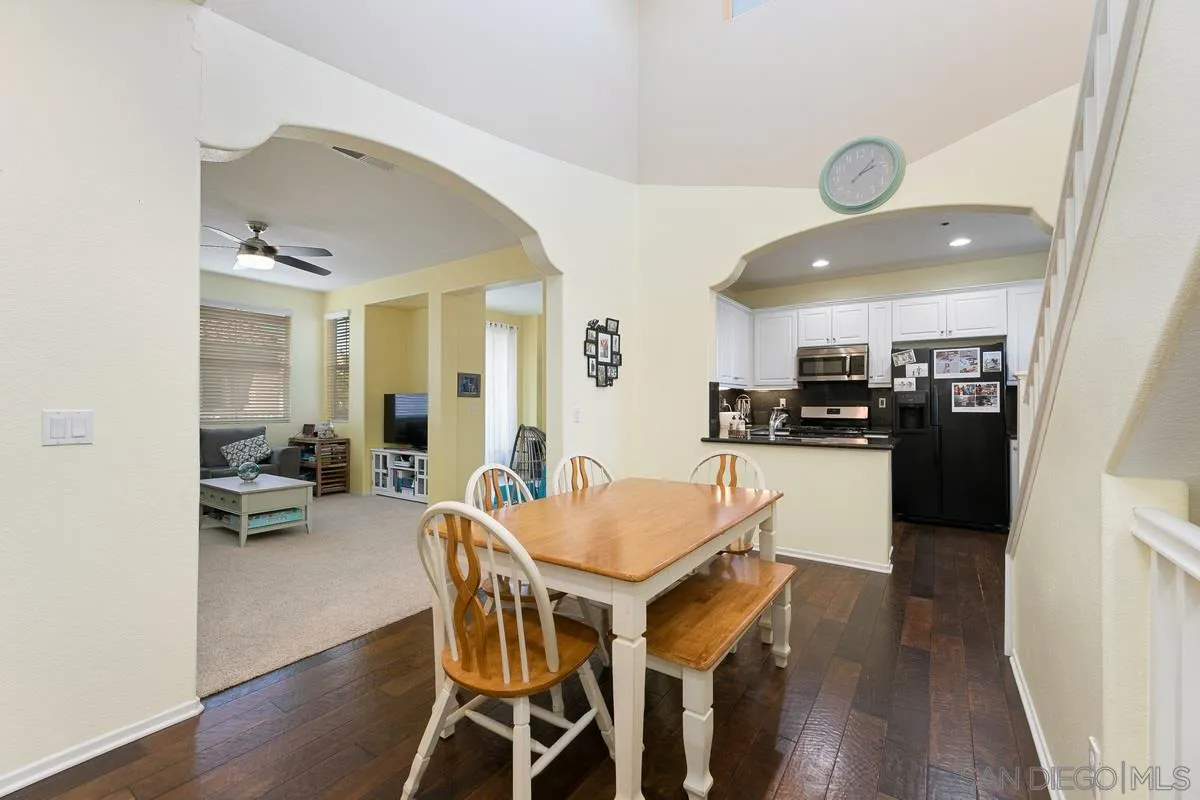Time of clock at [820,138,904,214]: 2:07
